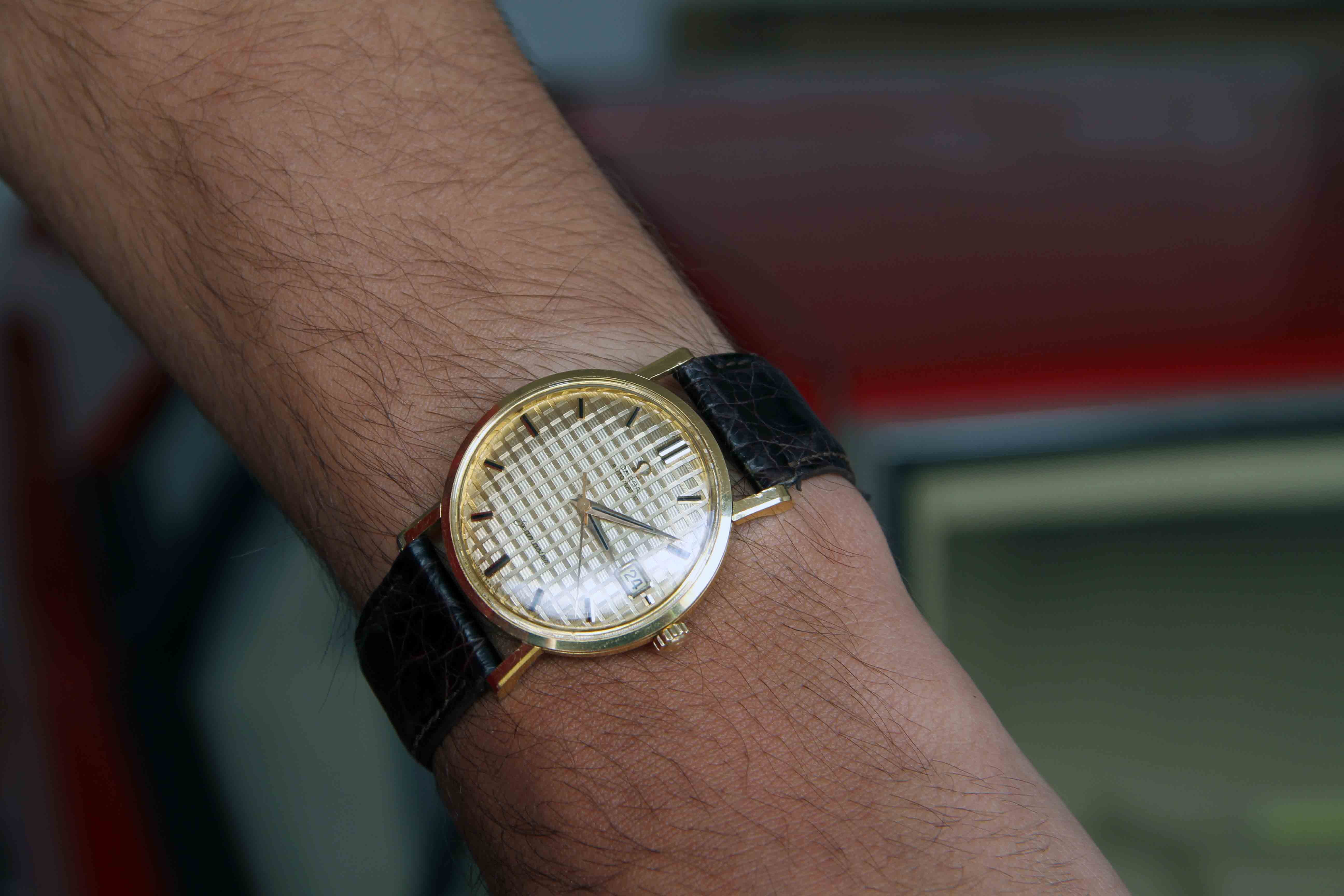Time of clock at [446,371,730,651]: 5:19
